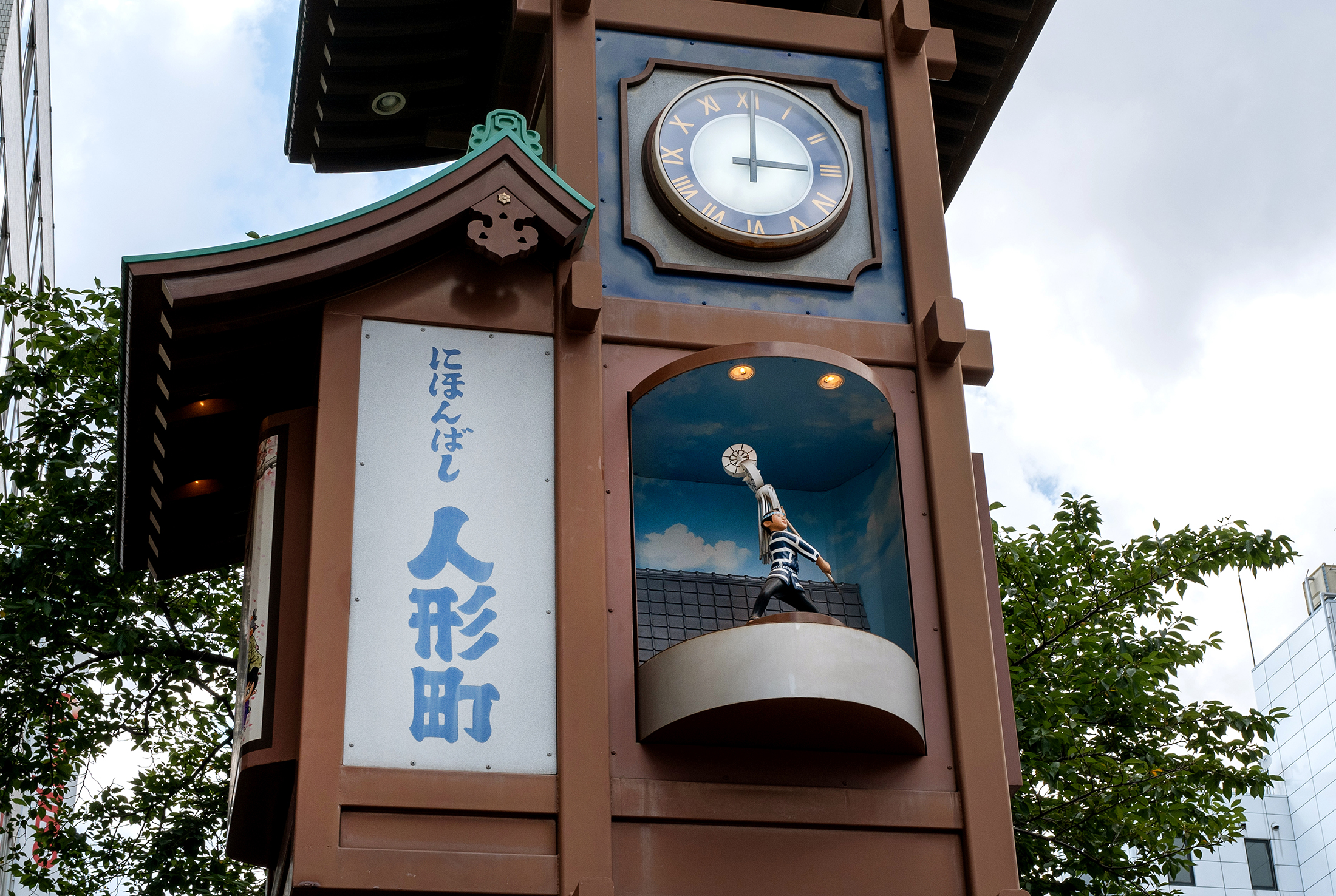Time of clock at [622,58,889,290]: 3:00
